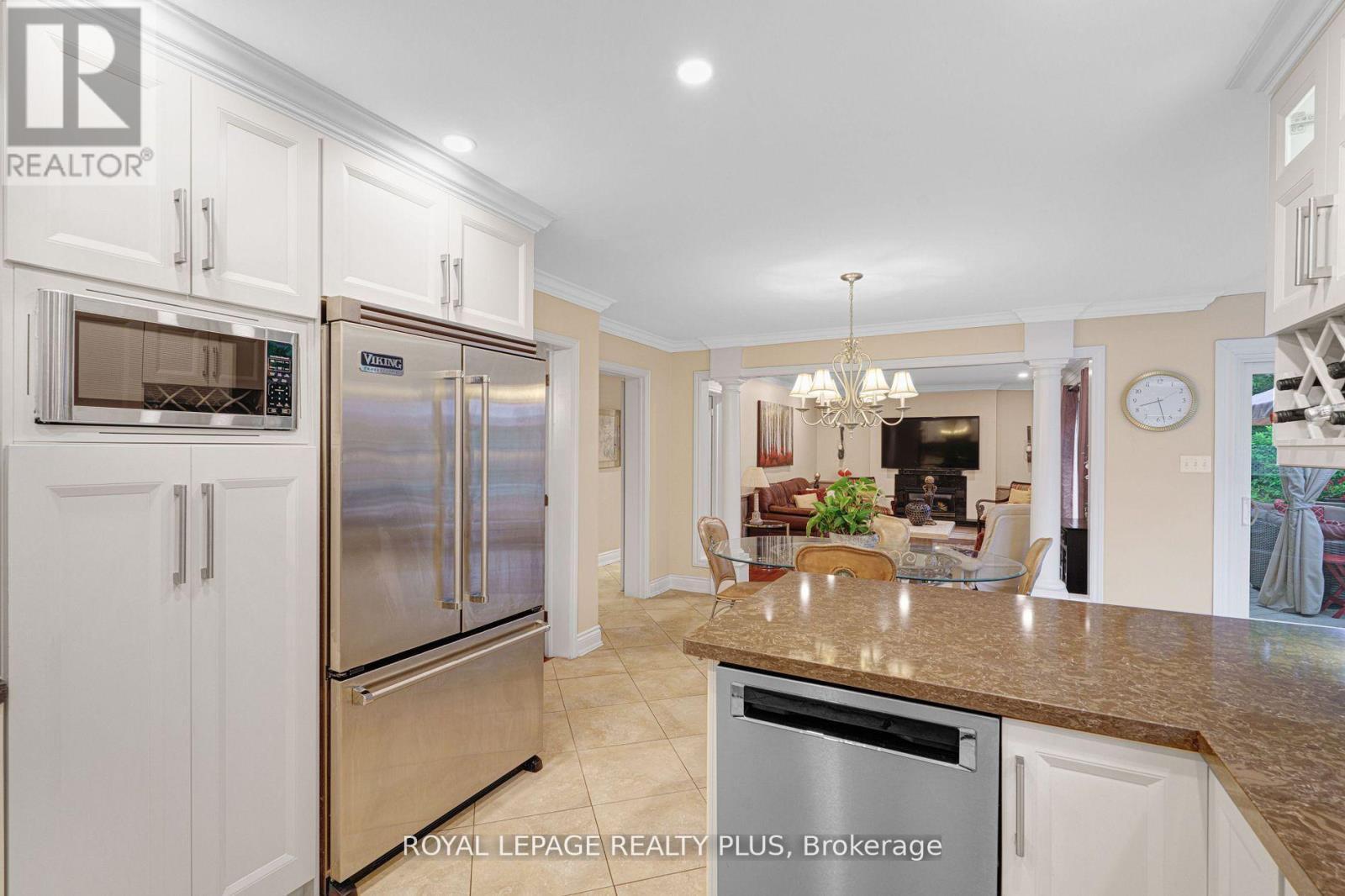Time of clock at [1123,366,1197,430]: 8:27
